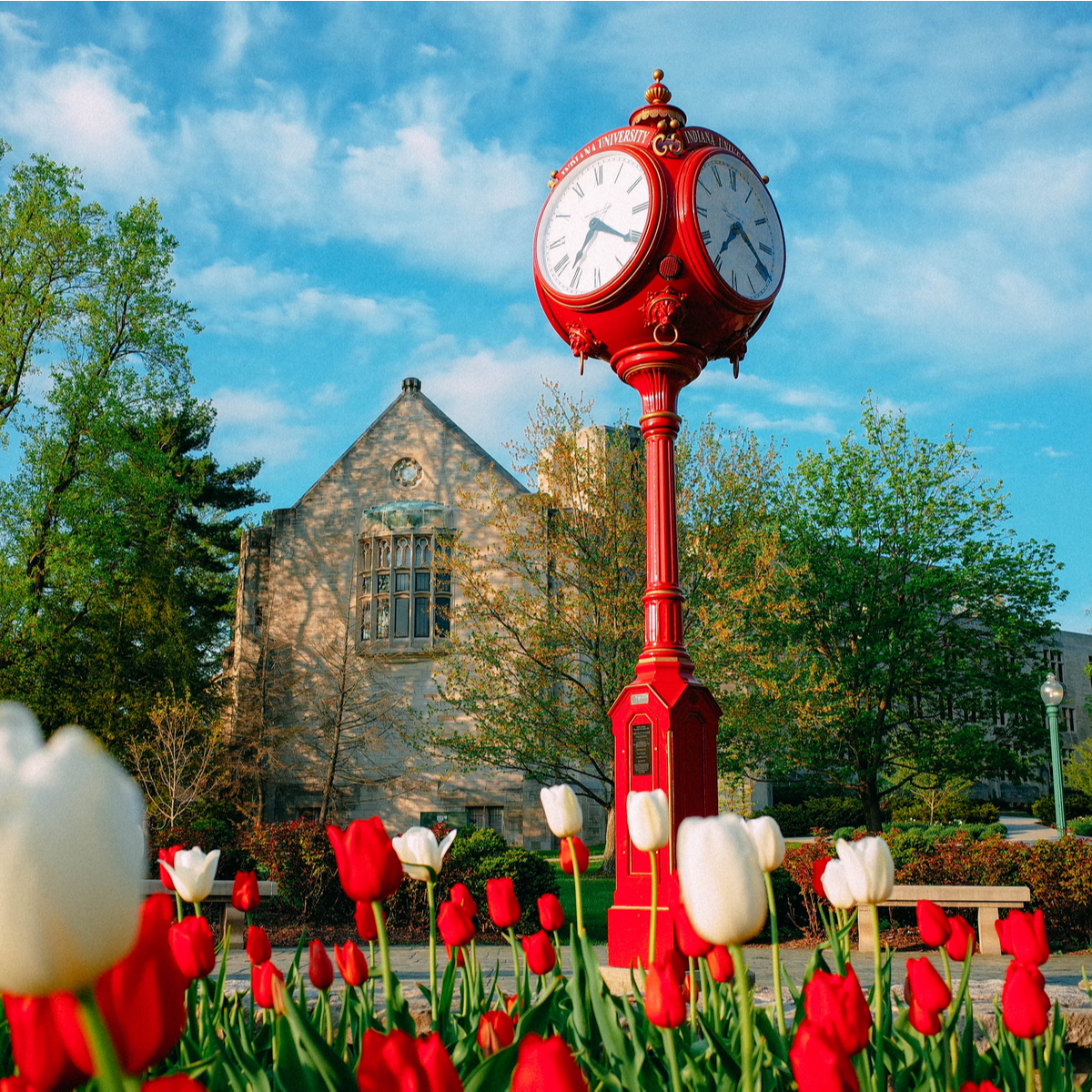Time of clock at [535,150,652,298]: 7:20
